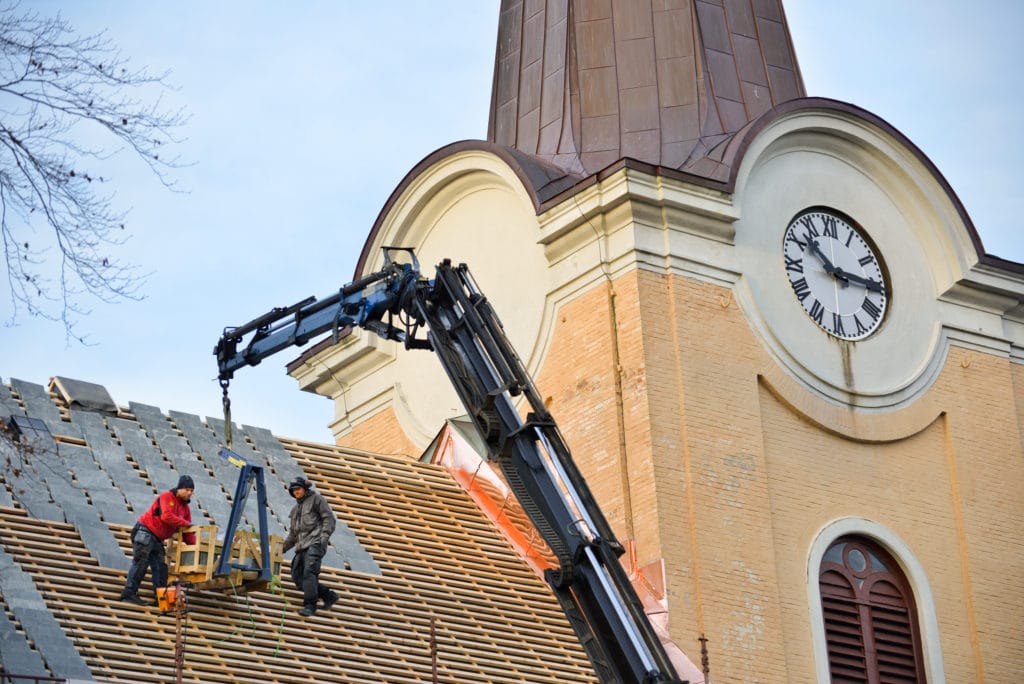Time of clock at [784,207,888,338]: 10:15
